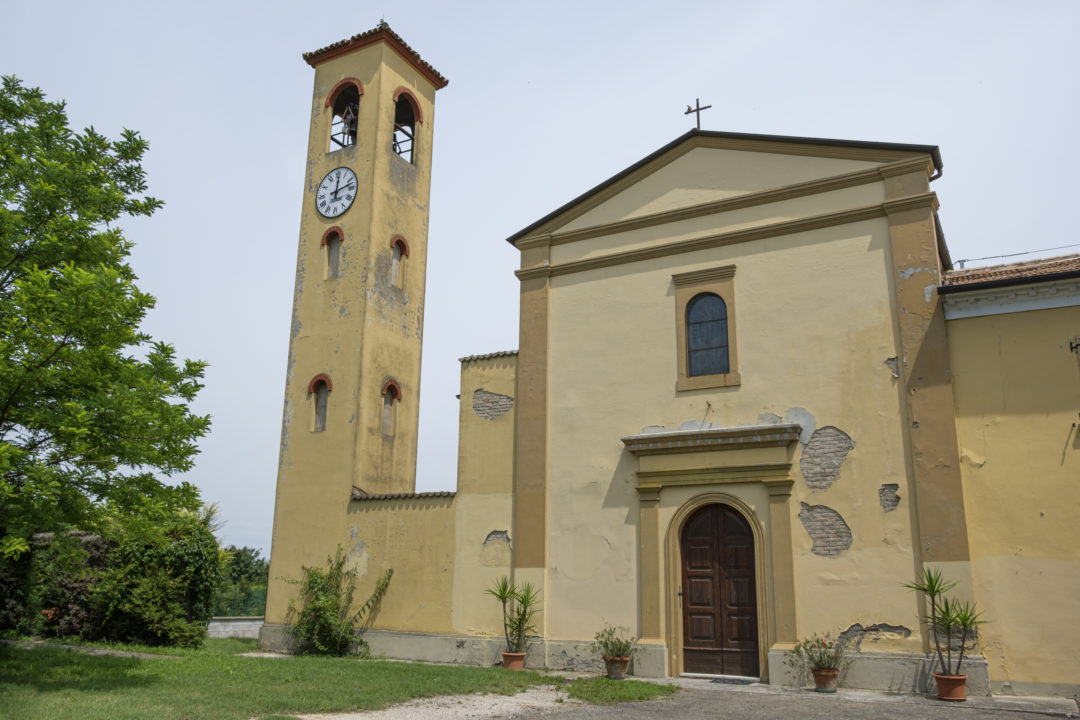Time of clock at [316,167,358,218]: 12:12
